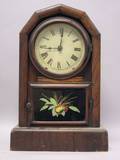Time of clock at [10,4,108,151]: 9:01
